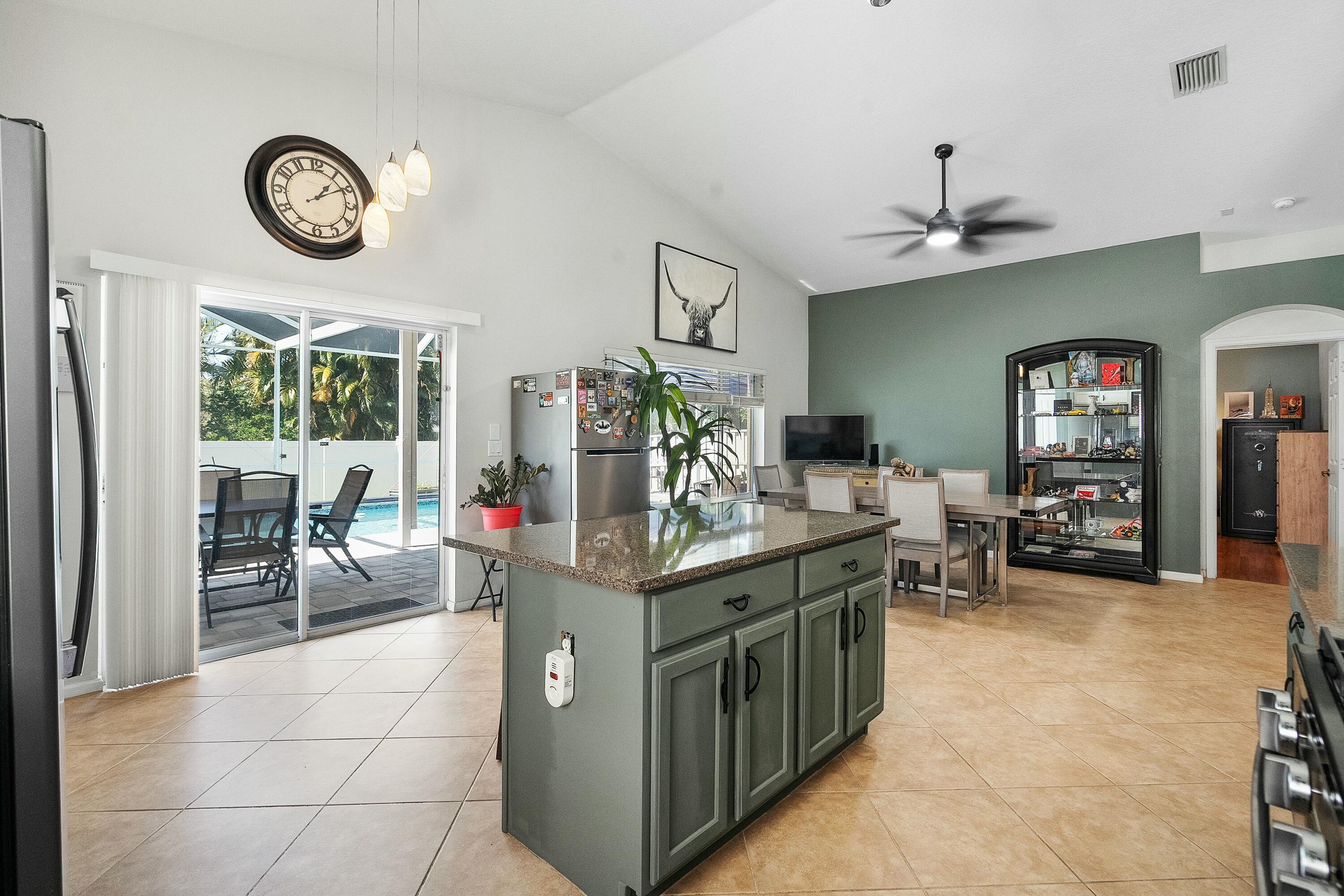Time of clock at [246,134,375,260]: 1:09
